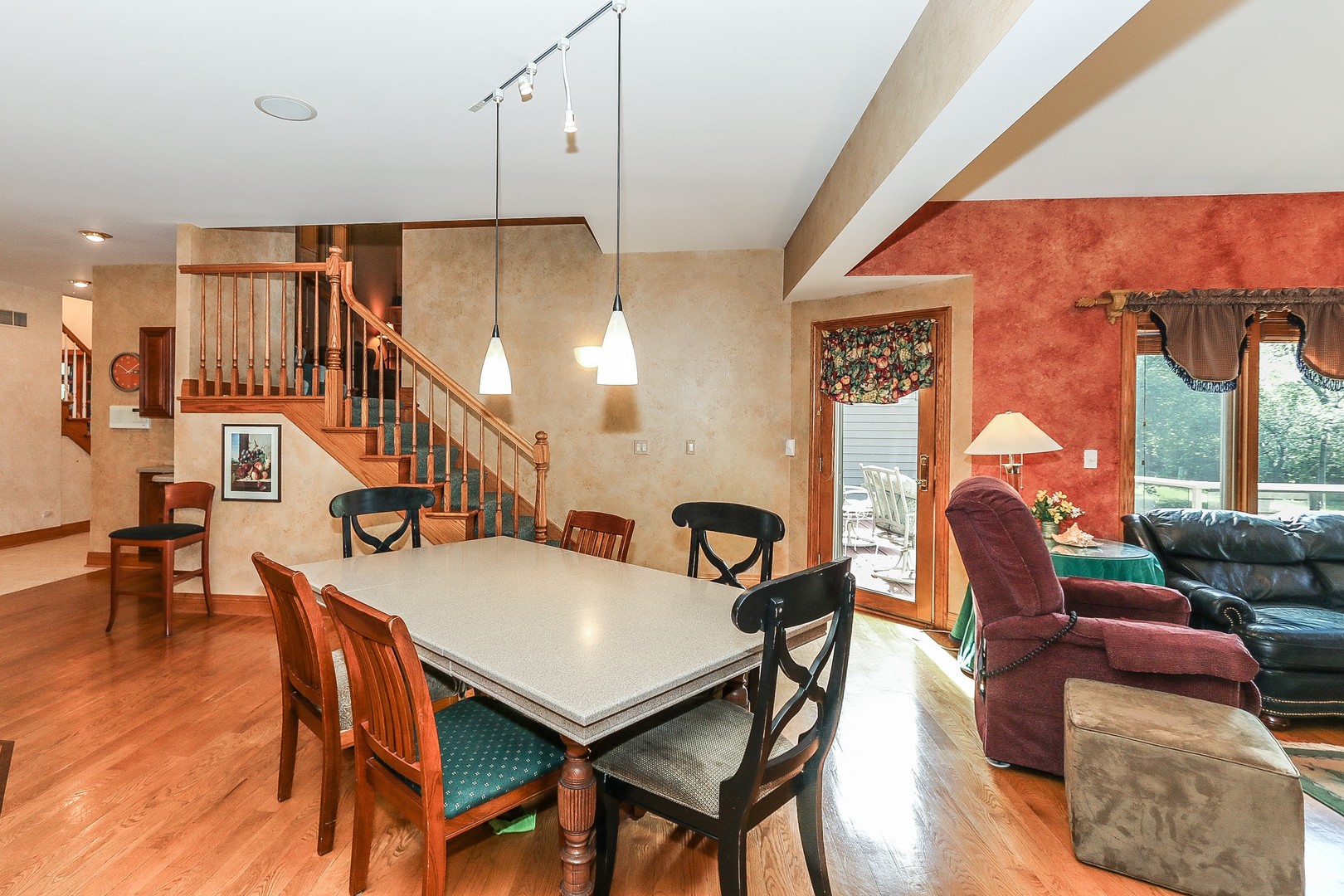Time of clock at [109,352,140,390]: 2:50
